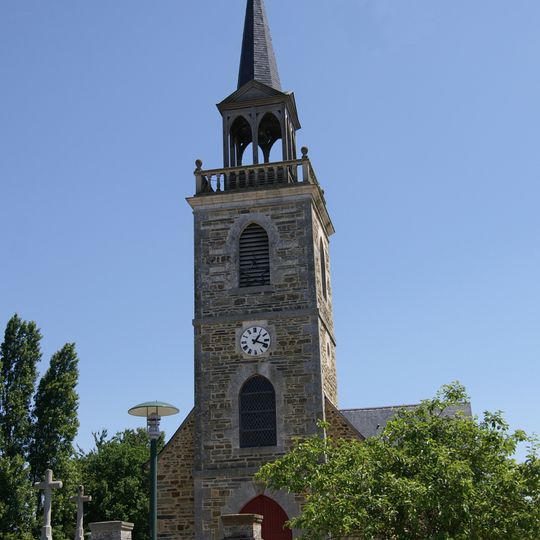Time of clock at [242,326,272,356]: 1:18
